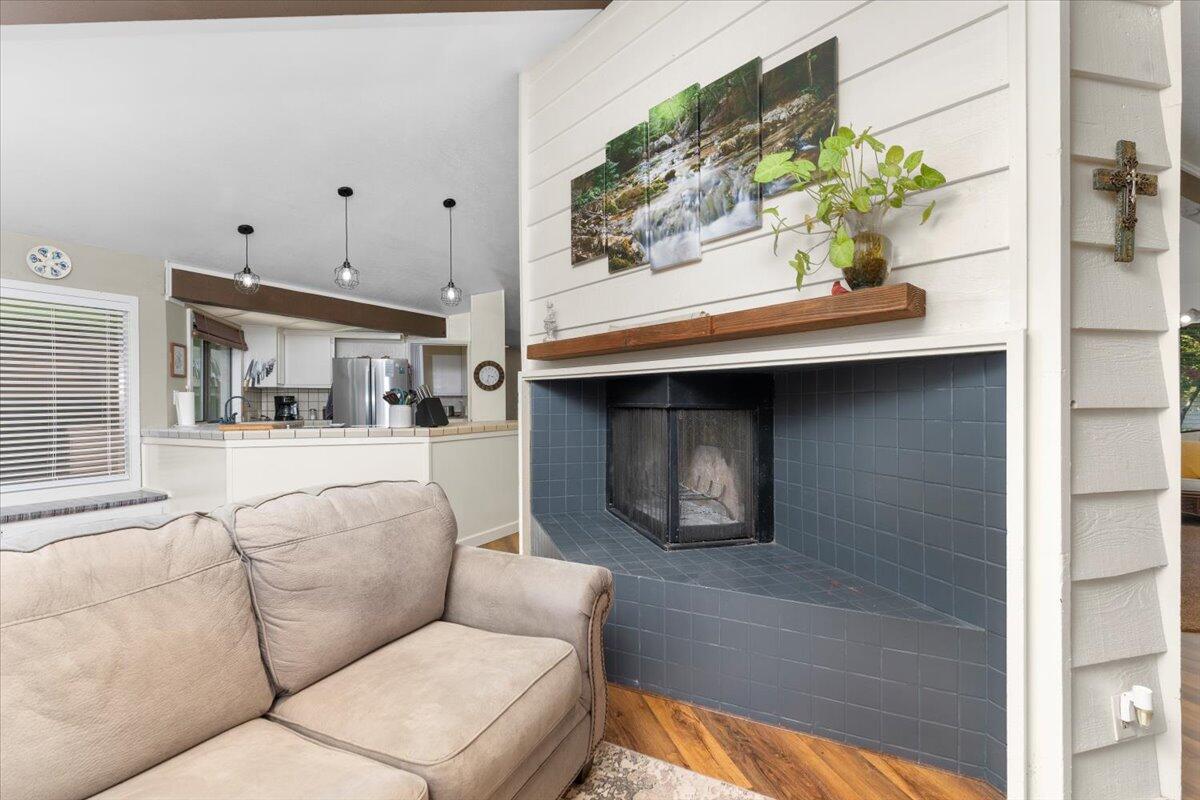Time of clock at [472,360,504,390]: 3:32
